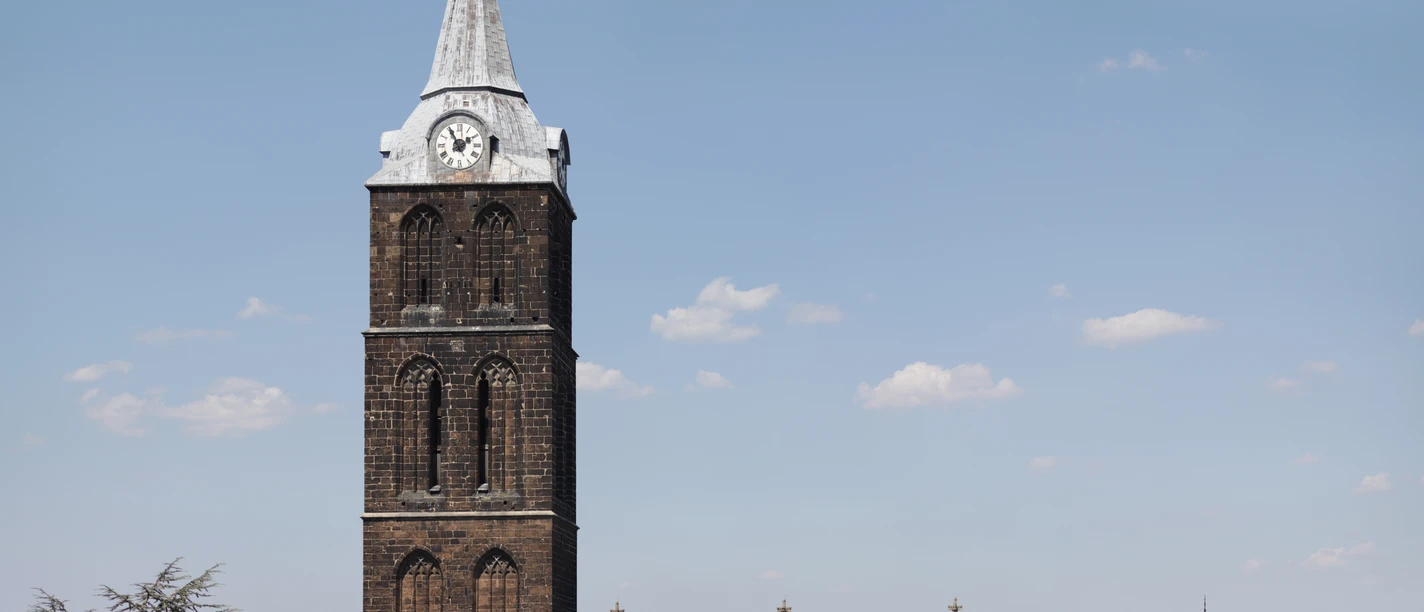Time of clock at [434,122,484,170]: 1:55
